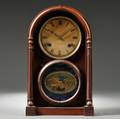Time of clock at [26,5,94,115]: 1:50
